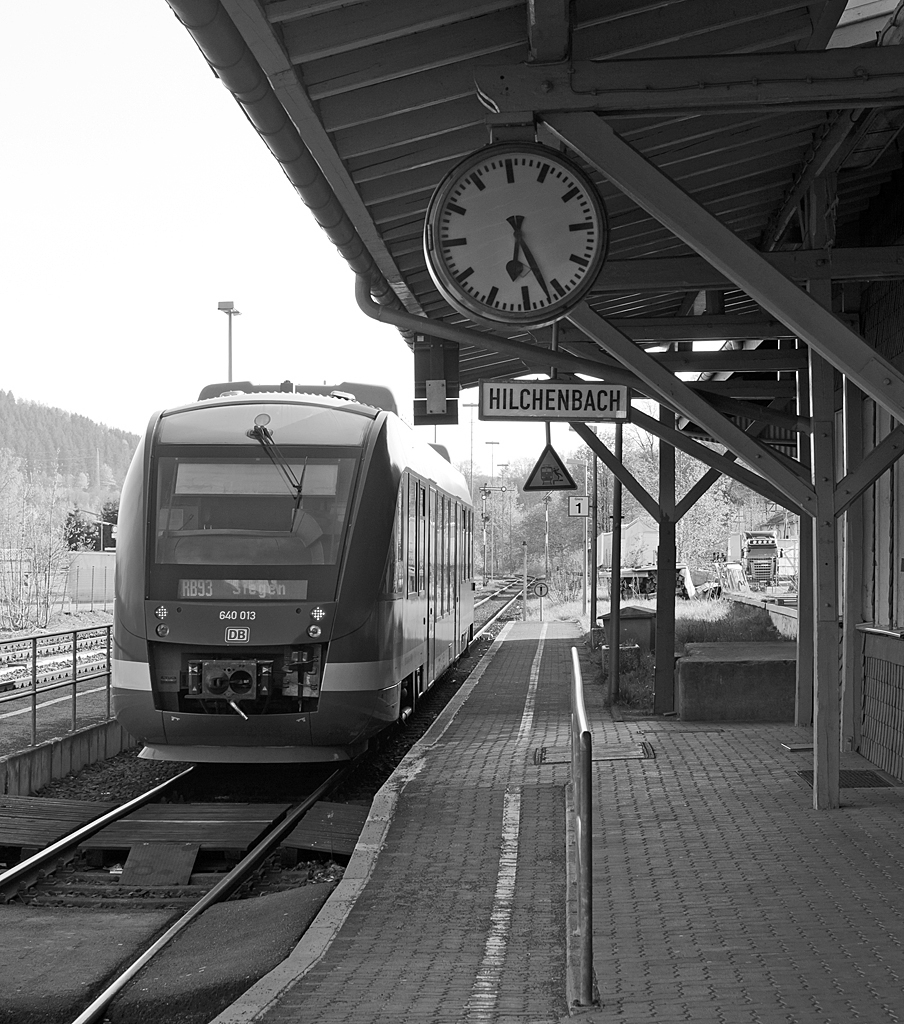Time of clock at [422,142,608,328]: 6:26
